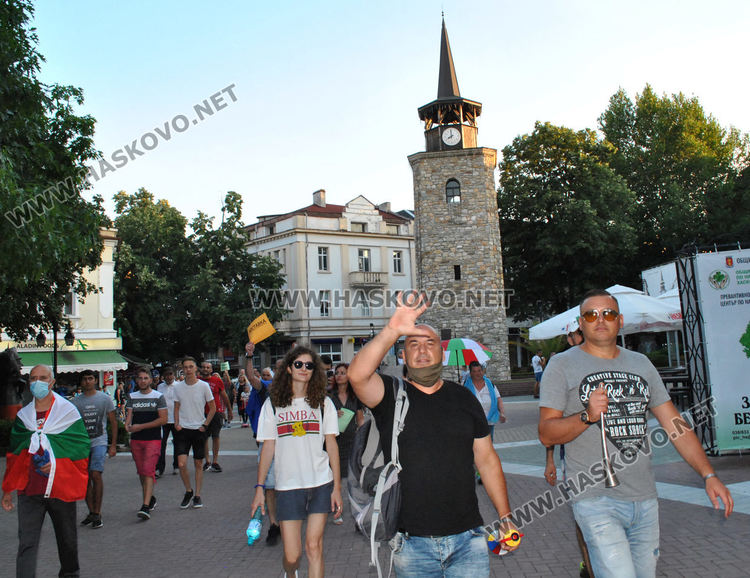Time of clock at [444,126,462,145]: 7:59
